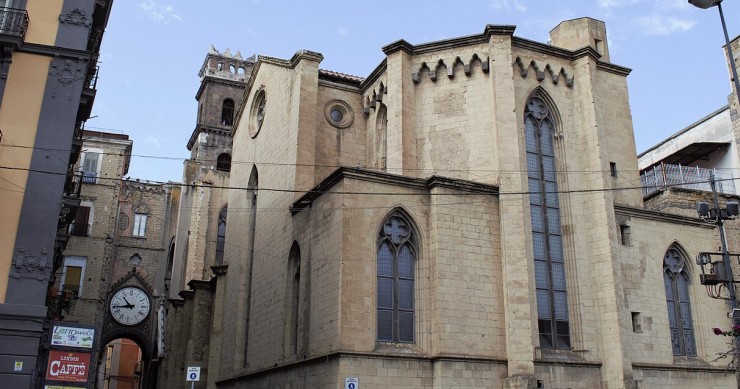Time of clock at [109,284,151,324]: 10:43
